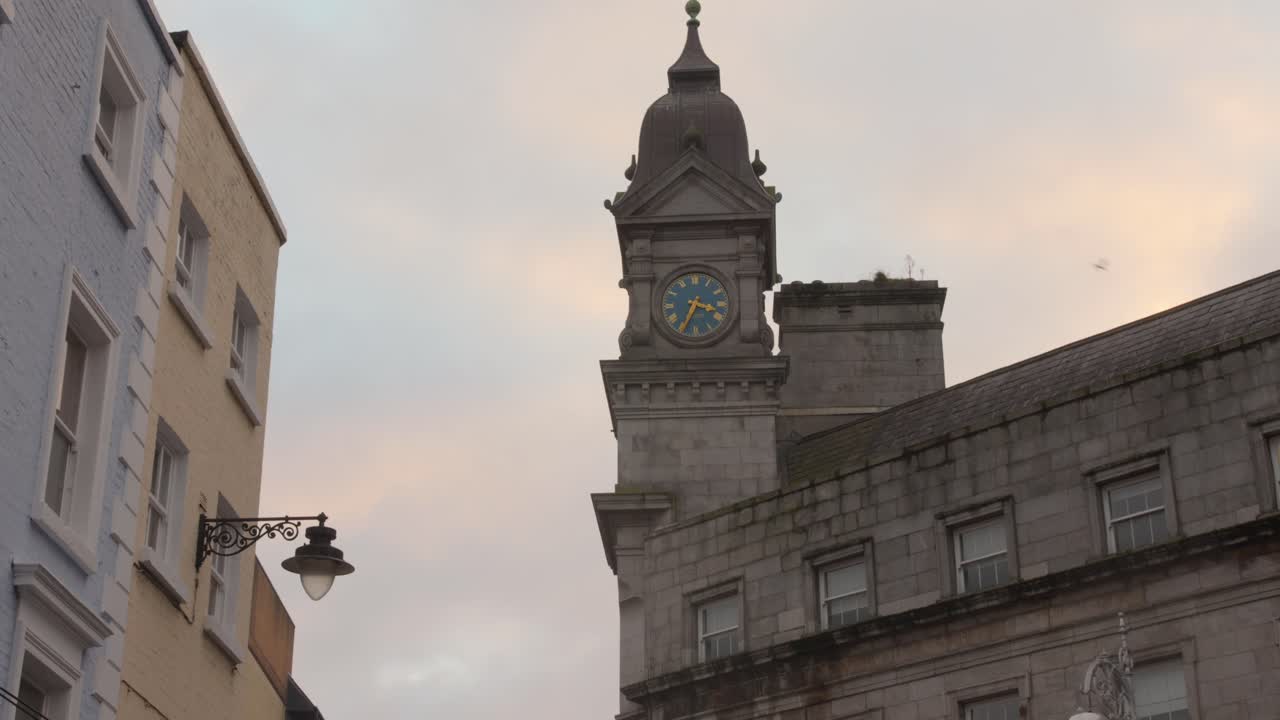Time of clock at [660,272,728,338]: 3:34
